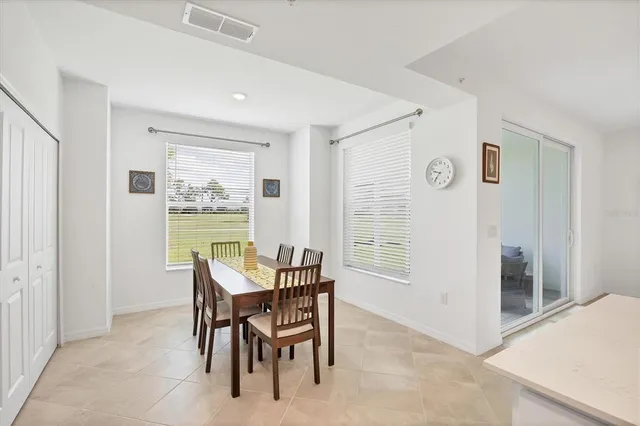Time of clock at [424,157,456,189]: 9:36
